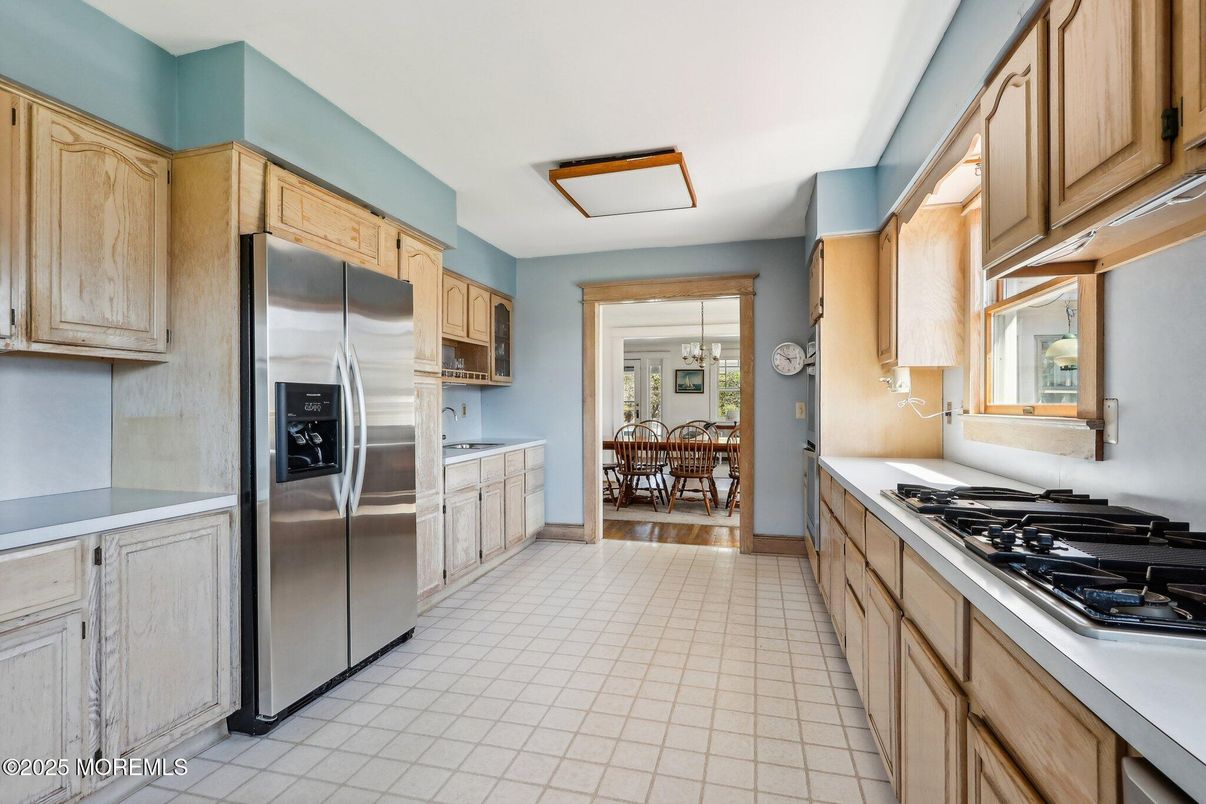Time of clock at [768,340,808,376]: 2:50
